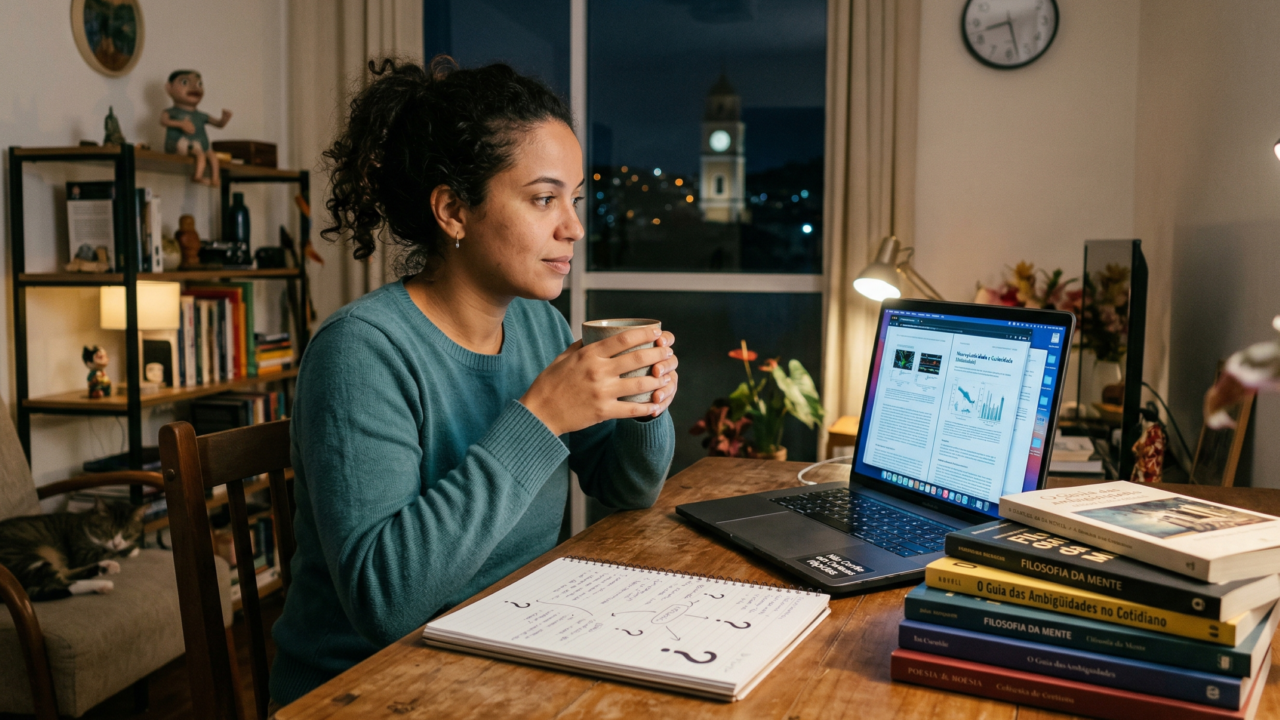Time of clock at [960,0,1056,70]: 8:27
